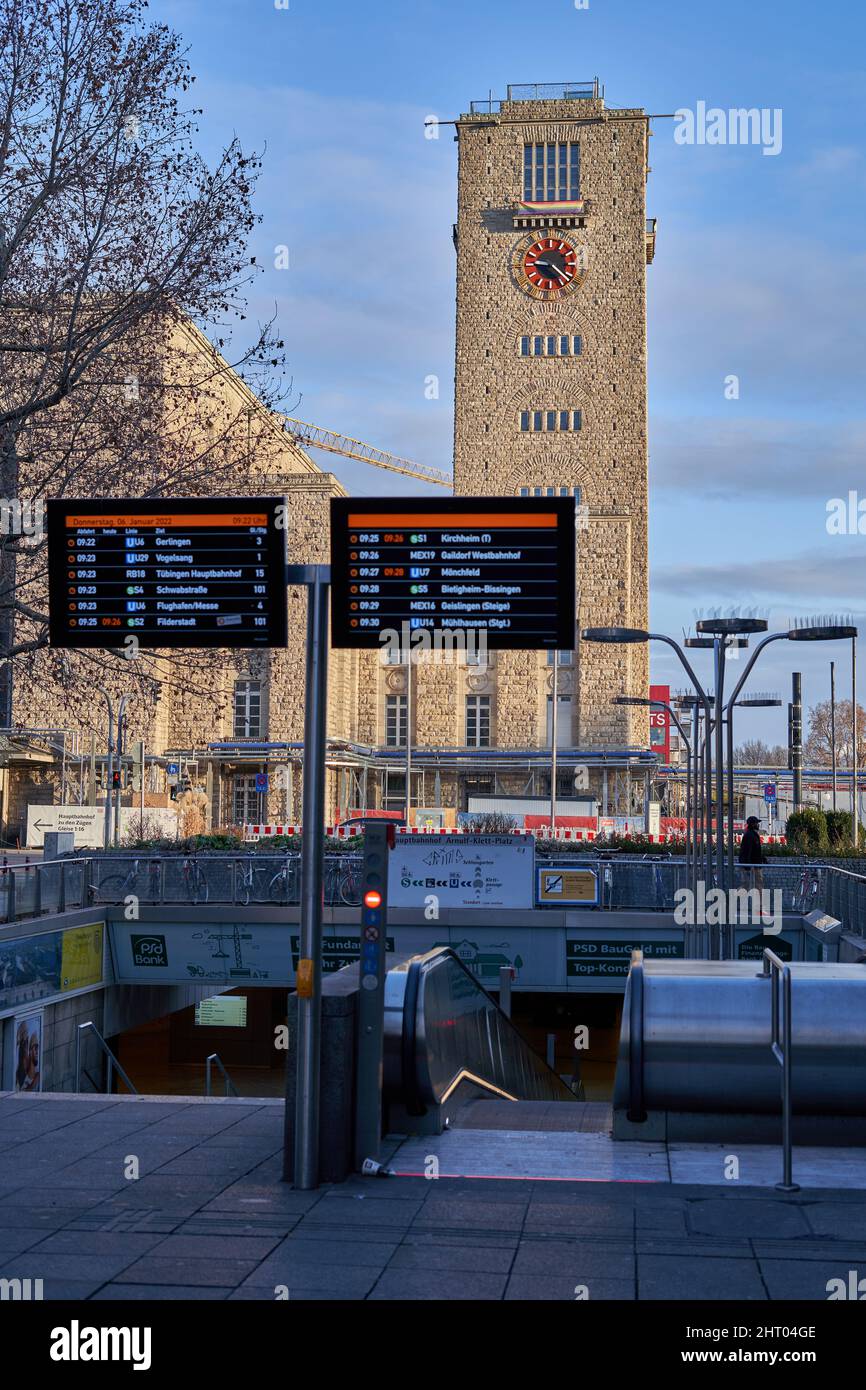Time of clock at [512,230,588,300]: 9:21
